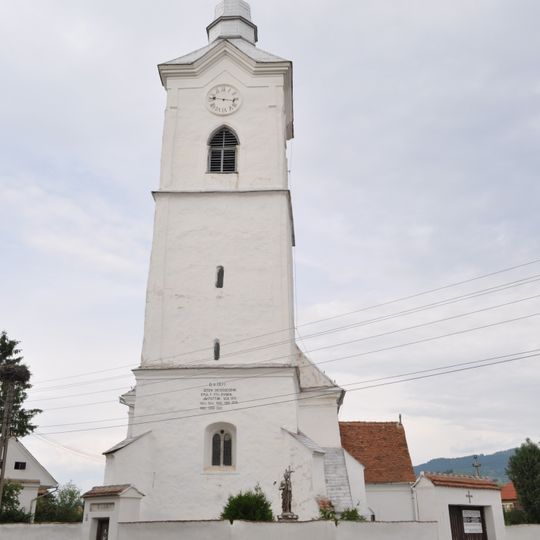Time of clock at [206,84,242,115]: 9:16
